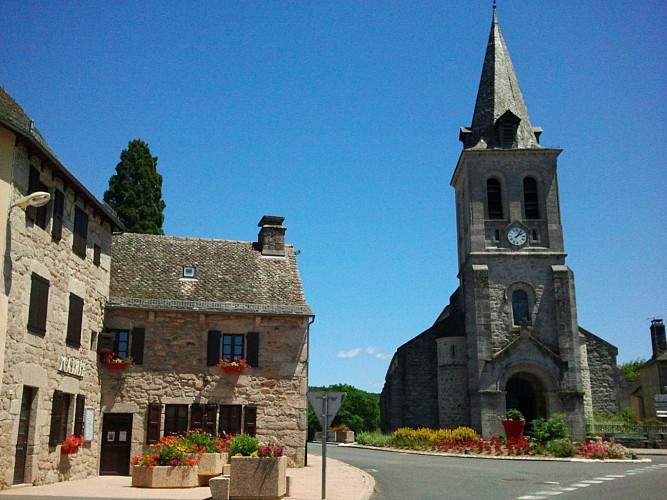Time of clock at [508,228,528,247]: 2:06
